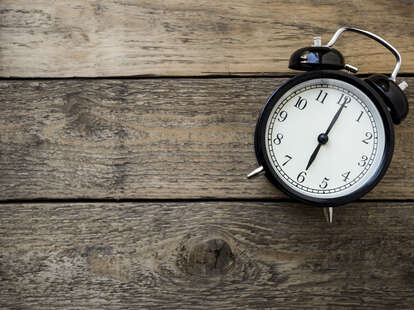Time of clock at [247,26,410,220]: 7:06
